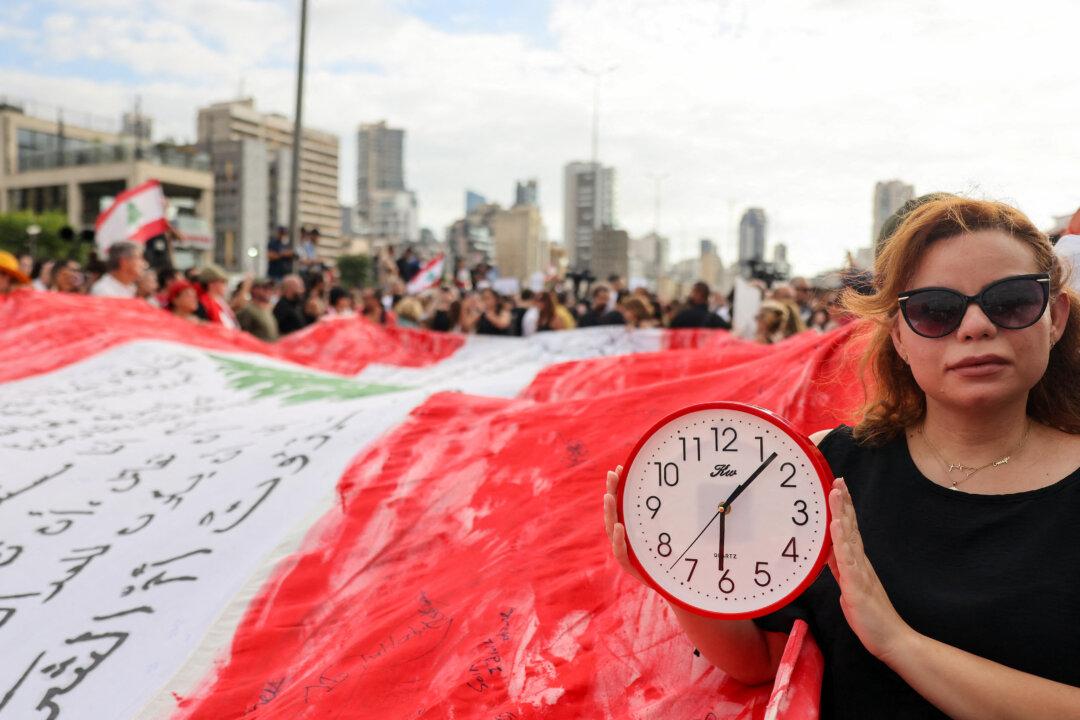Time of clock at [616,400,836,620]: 6:07
